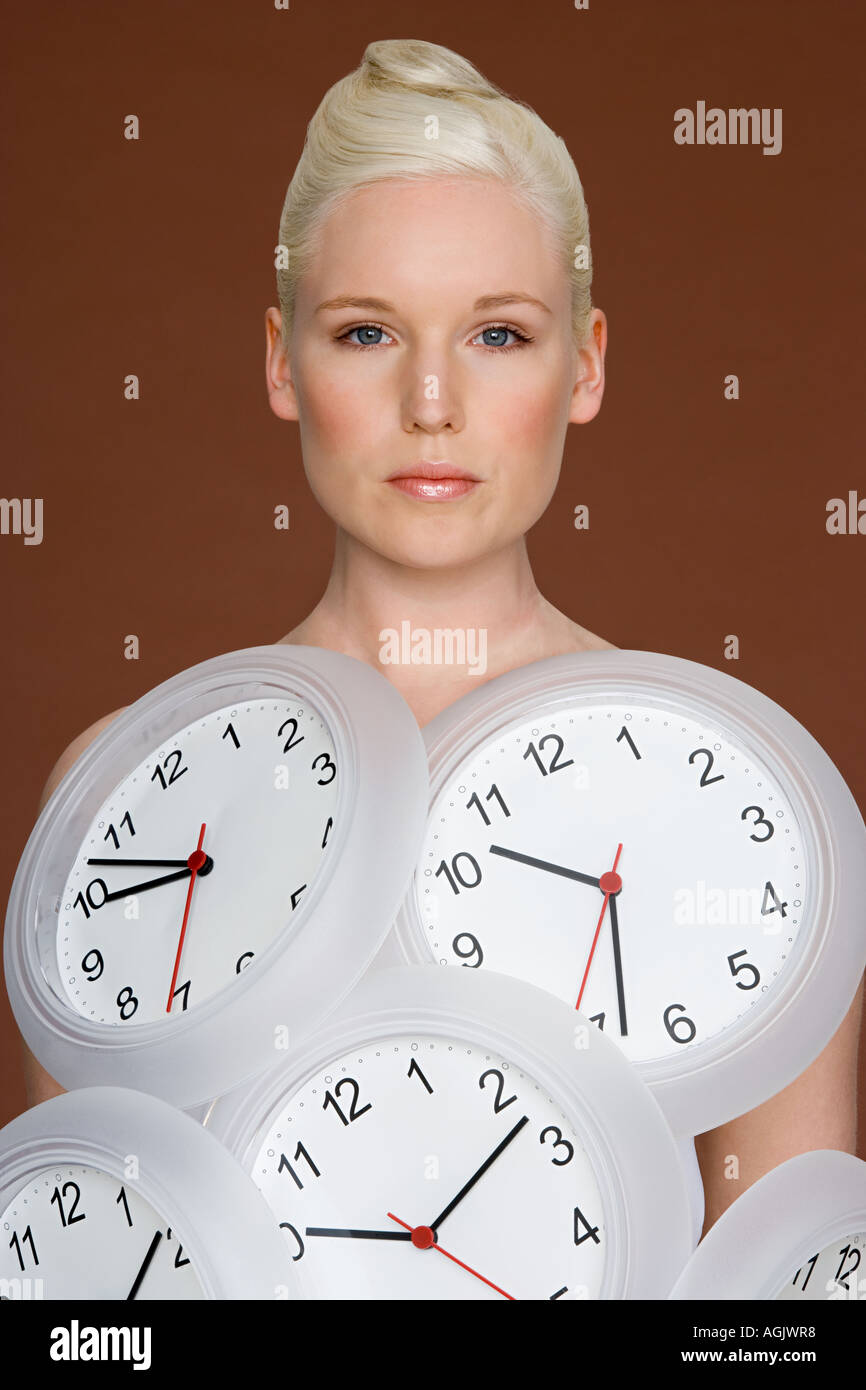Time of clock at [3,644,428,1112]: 9:51
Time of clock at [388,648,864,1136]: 10:33
